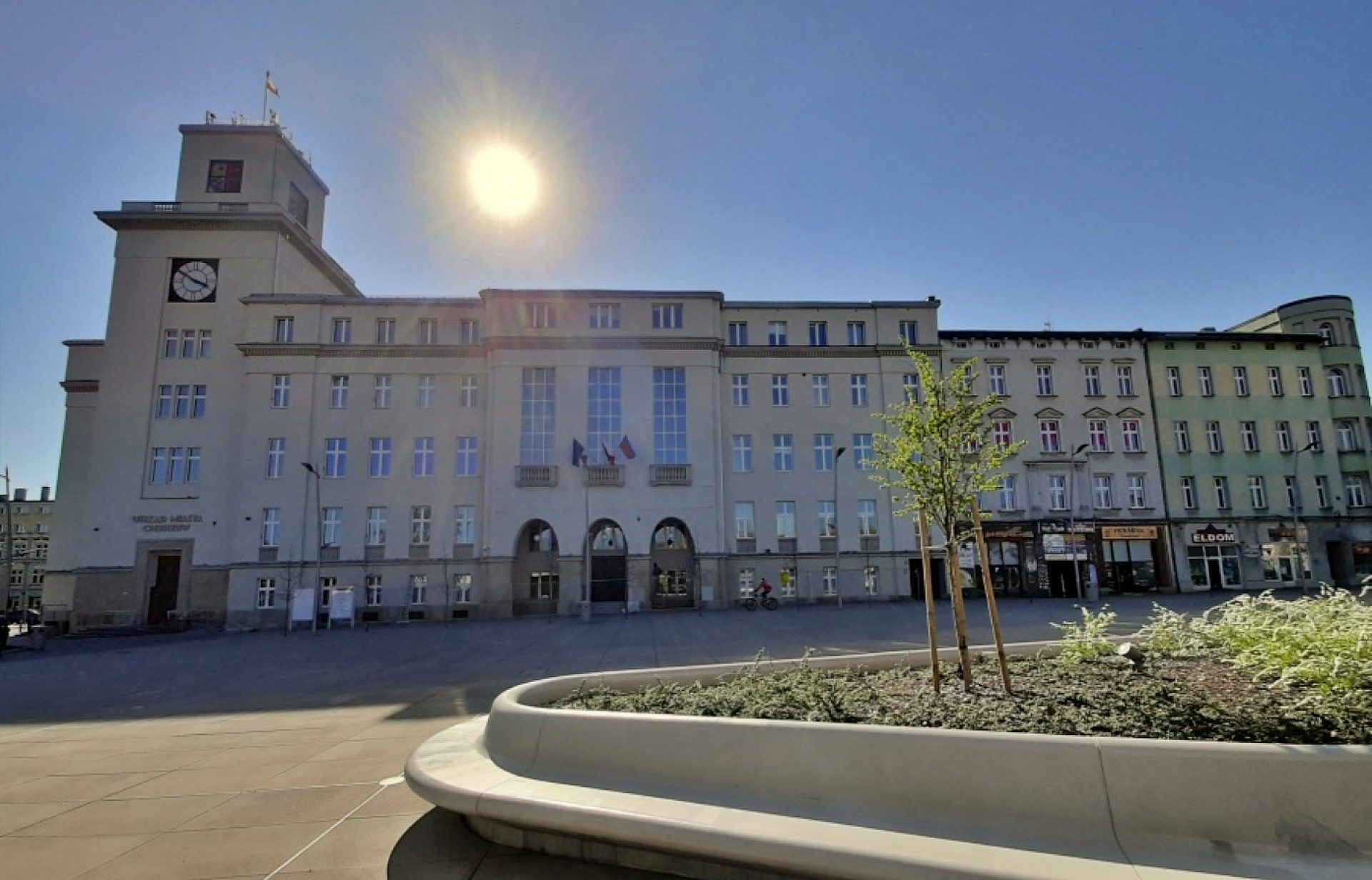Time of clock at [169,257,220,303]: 3:50
